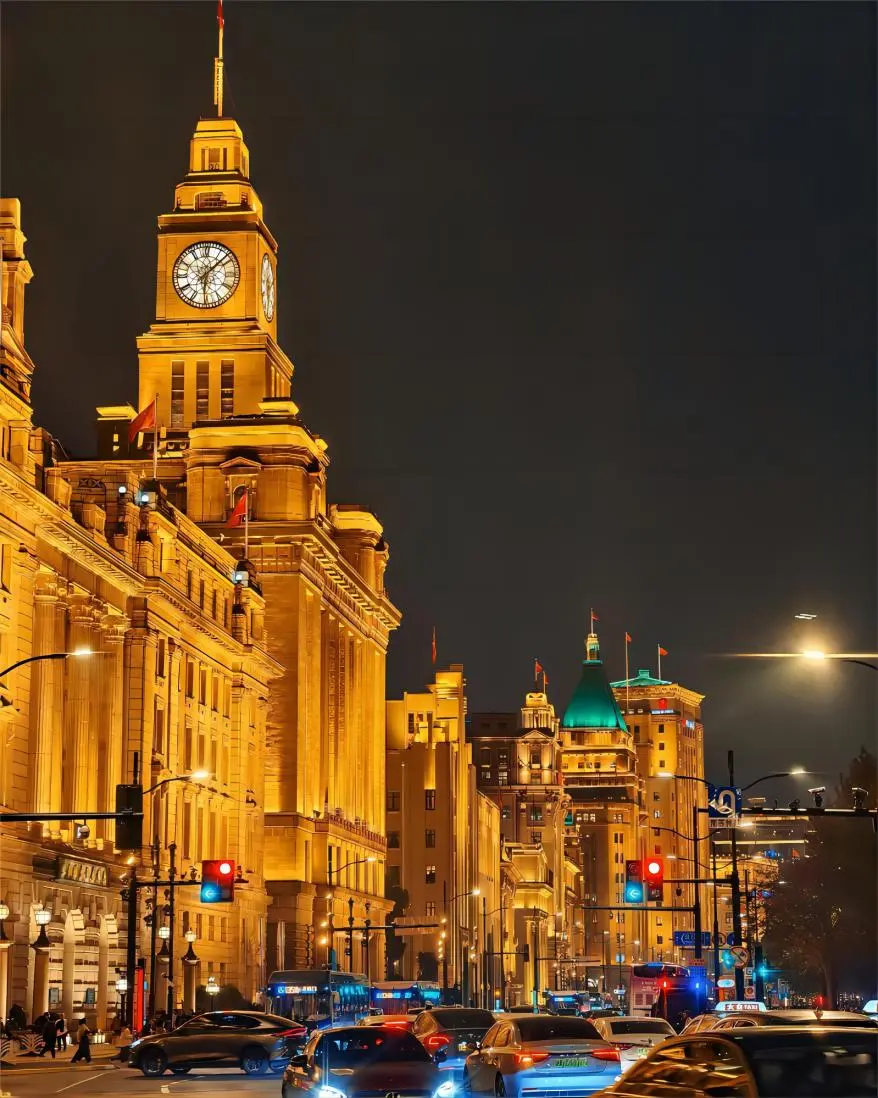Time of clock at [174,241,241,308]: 6:07
